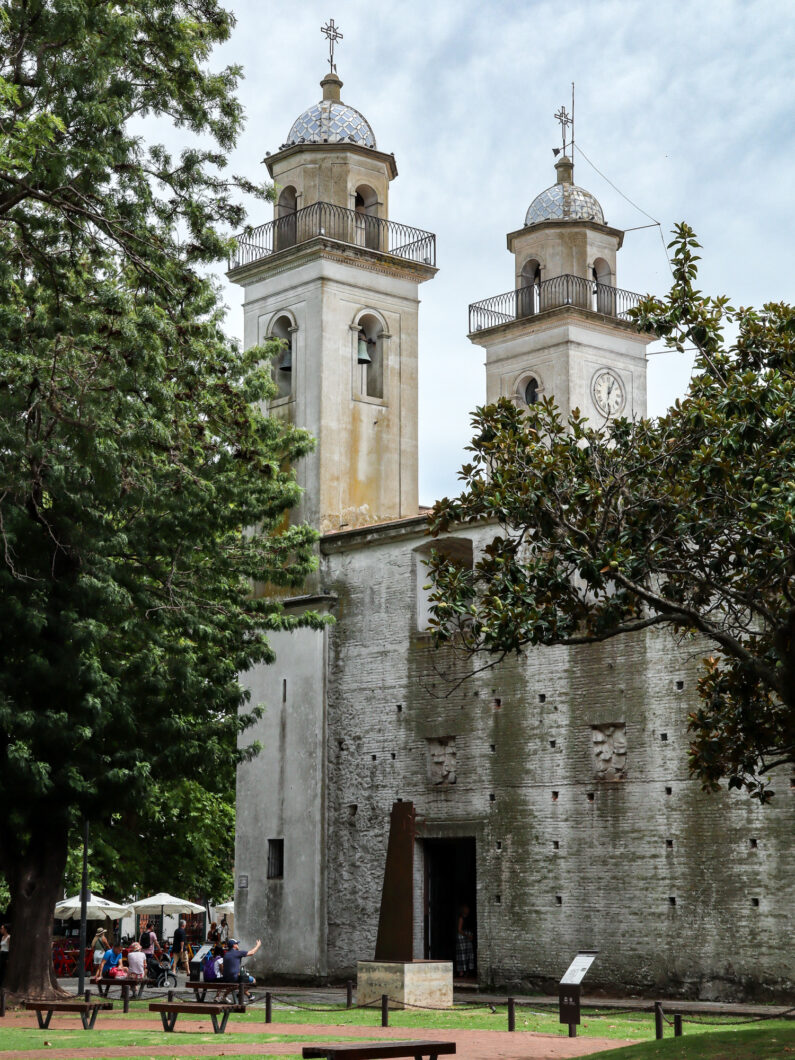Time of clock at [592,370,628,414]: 12:04
